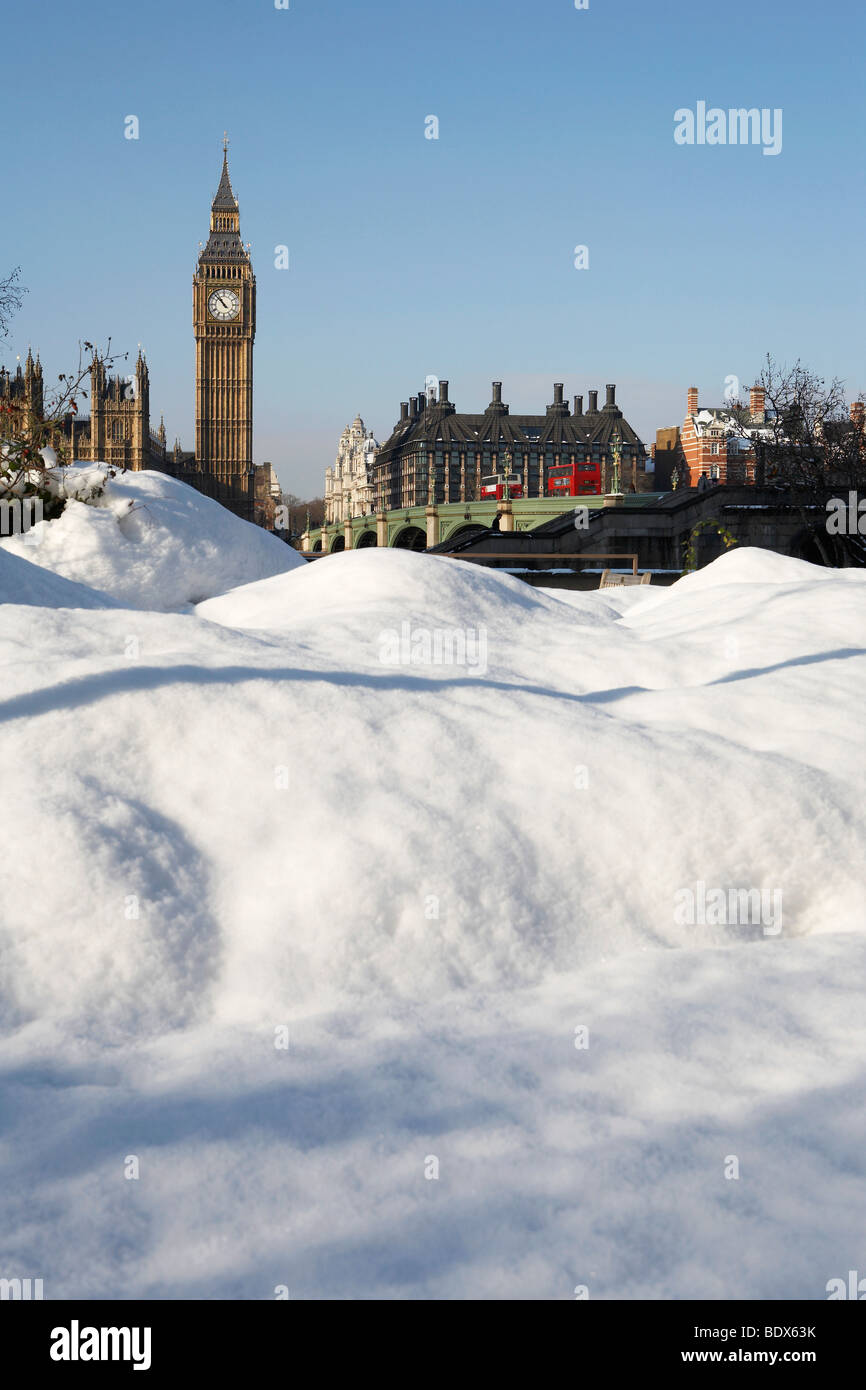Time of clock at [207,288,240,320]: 10:52
